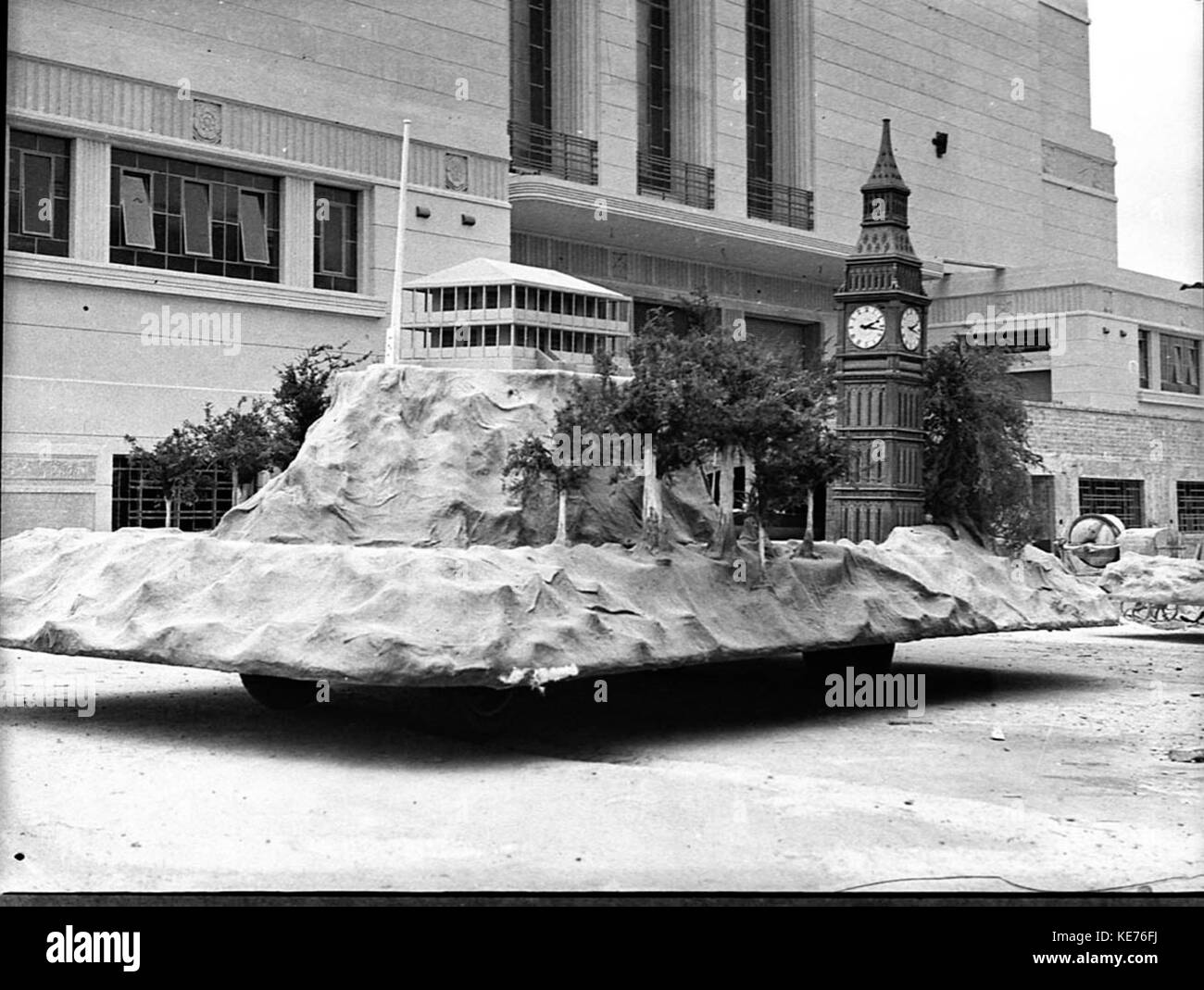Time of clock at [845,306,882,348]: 2:16
